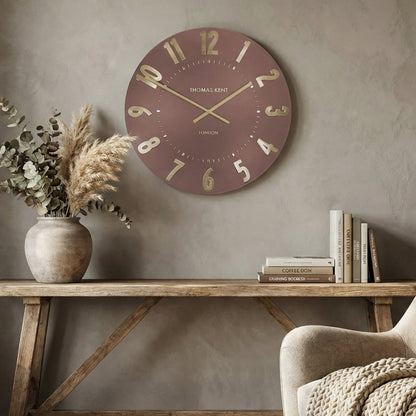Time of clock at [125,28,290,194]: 1:50
